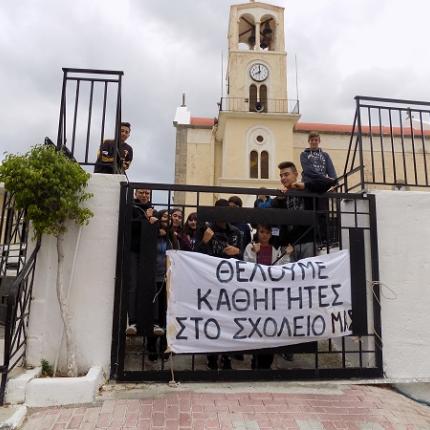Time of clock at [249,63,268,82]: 7:59
